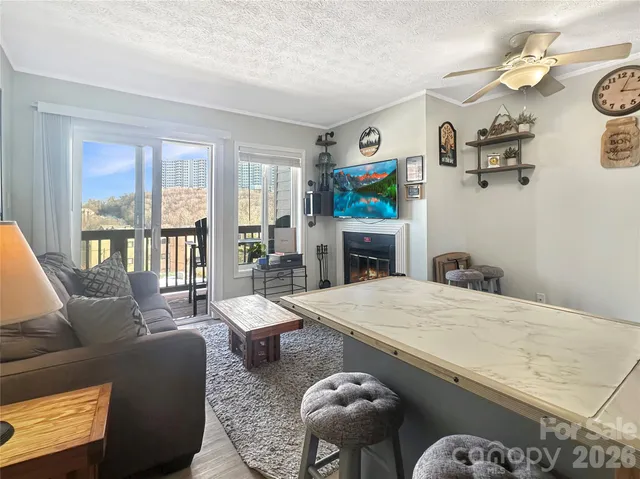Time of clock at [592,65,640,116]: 3:04
